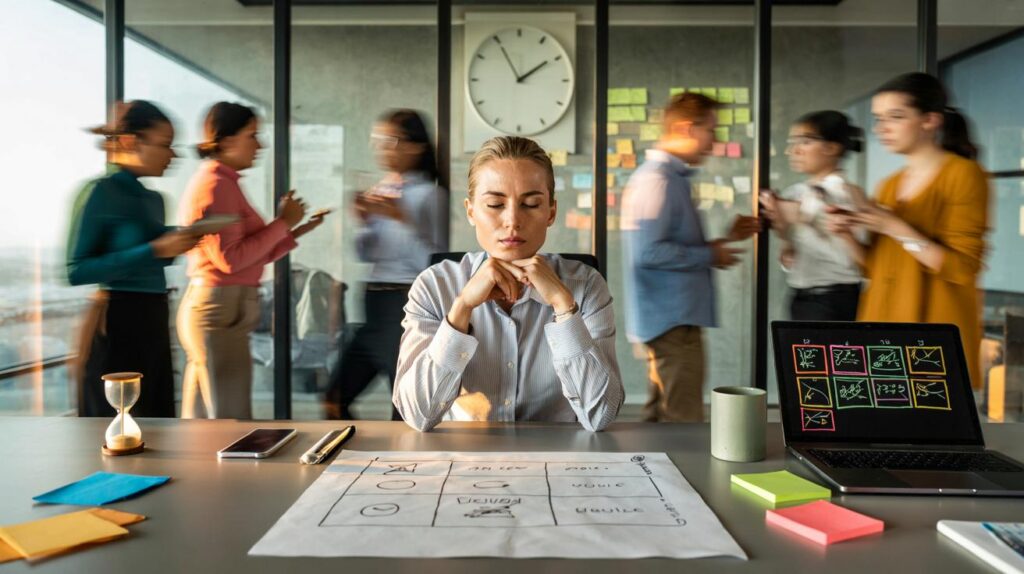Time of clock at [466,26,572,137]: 1:55
